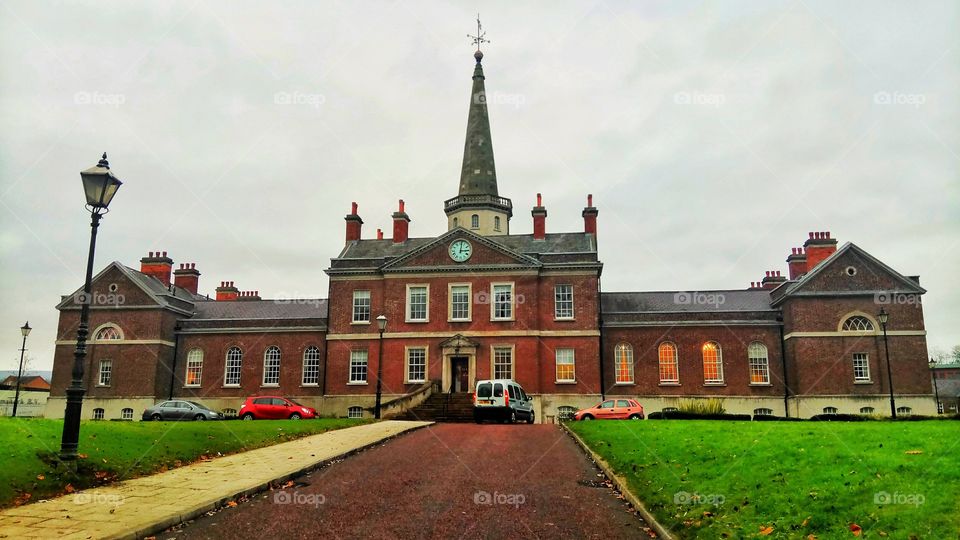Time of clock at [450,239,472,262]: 3:01
